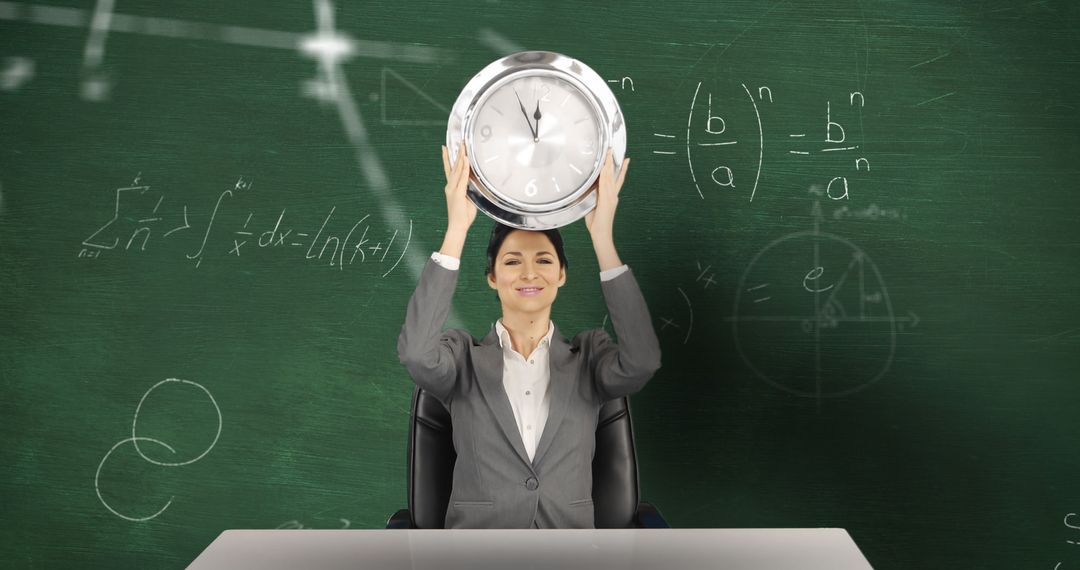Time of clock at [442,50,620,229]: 11:55
